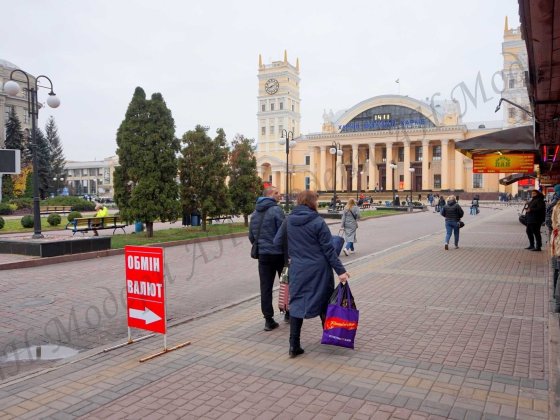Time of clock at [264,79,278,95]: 8:11
